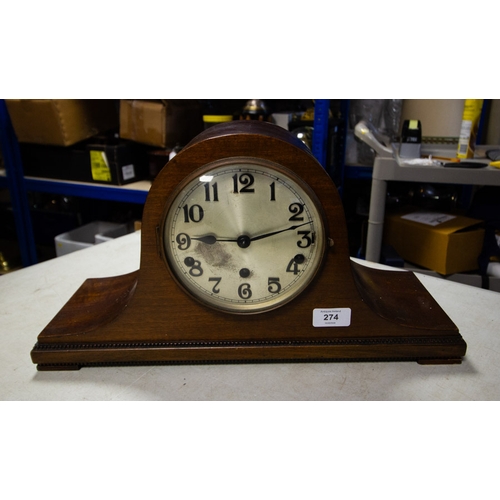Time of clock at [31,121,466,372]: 9:12
